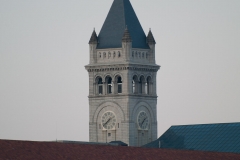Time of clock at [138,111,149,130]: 1:37
